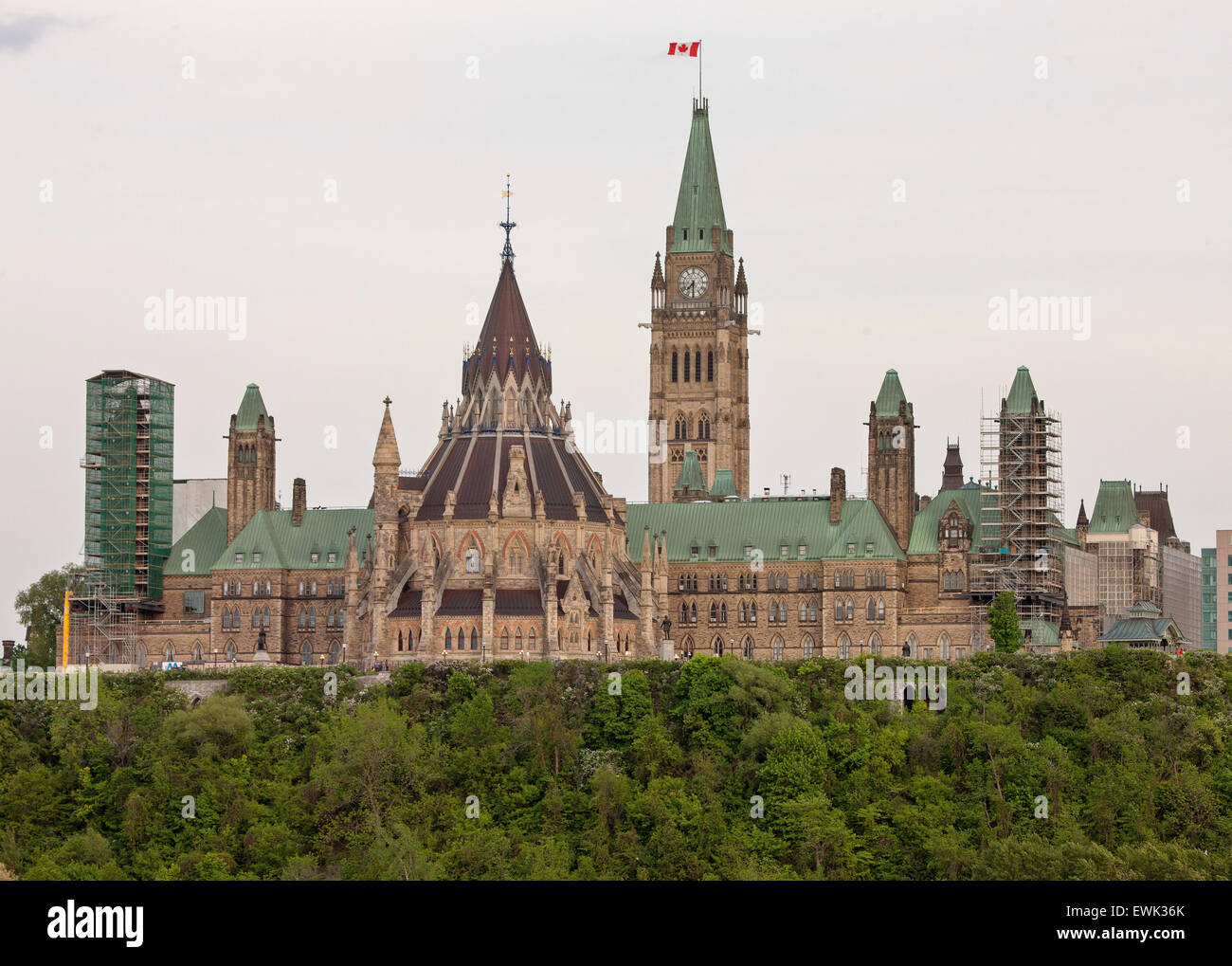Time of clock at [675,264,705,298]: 7:30
